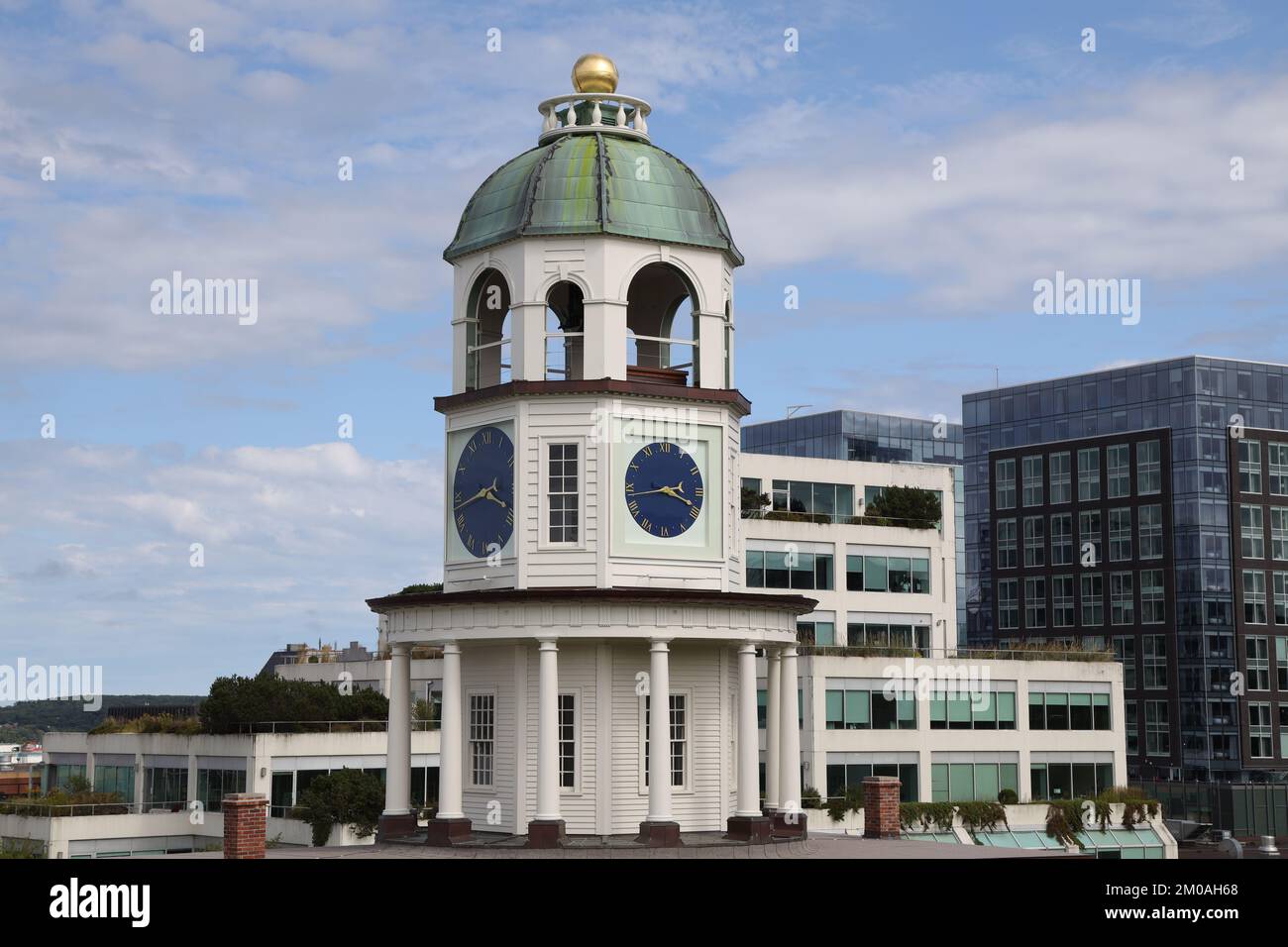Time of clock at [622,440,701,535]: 3:43
